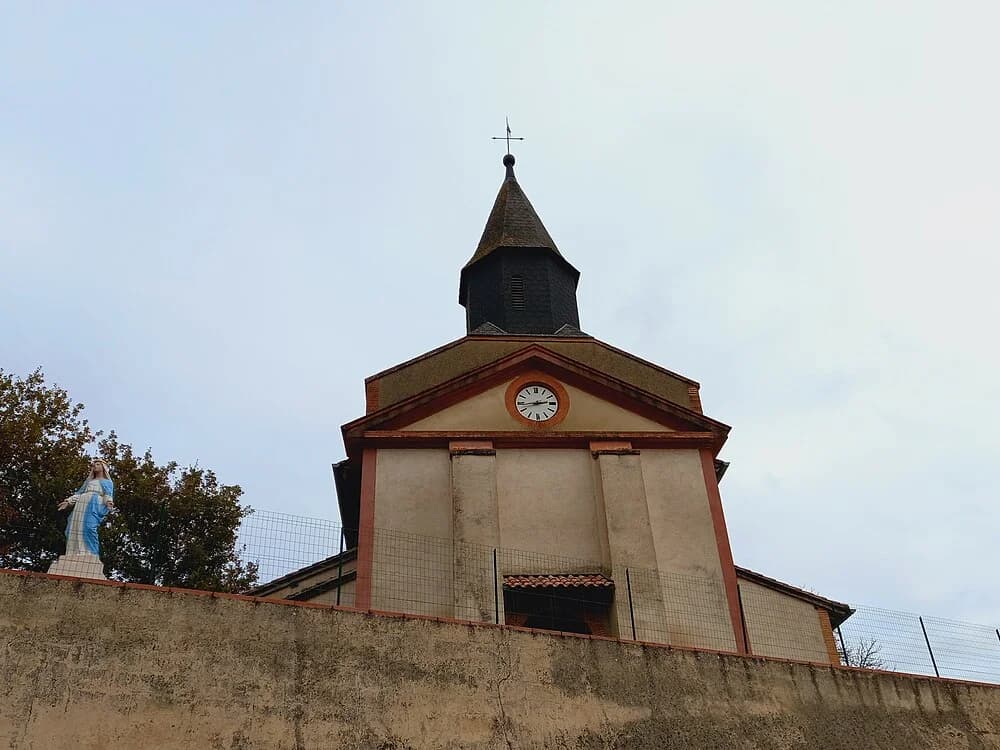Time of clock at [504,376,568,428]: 2:43
